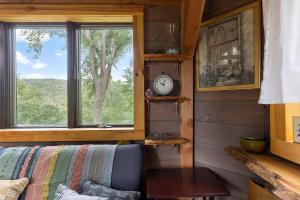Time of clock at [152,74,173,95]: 10:02
